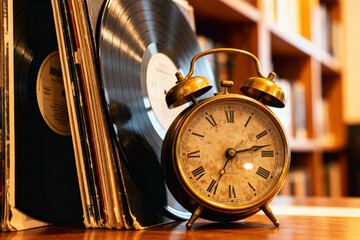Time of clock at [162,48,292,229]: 2:34
